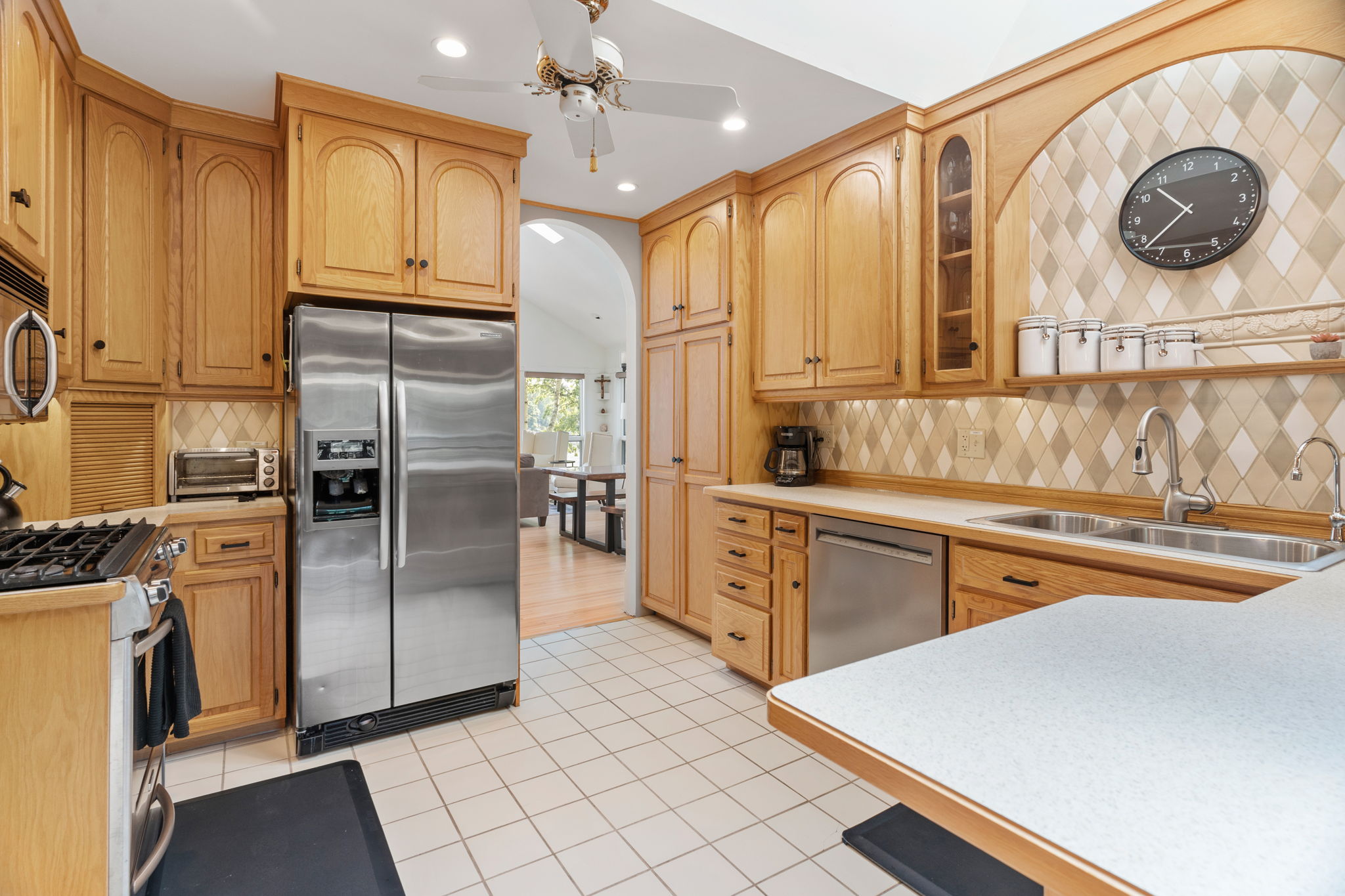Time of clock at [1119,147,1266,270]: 10:38
